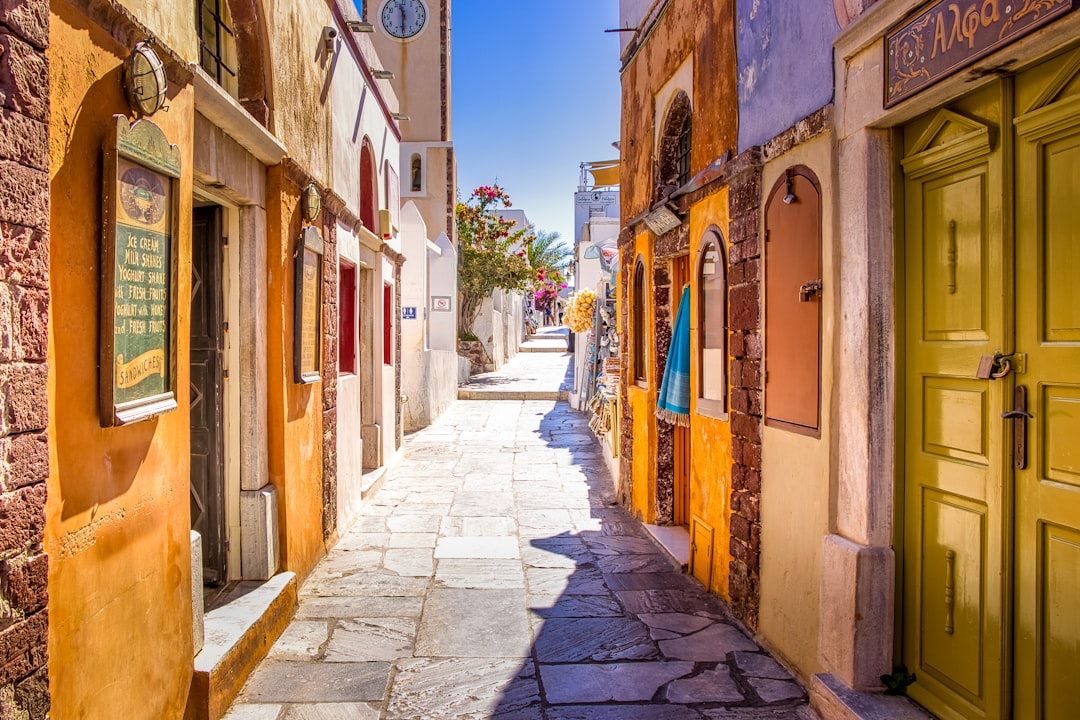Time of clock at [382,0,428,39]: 11:30
